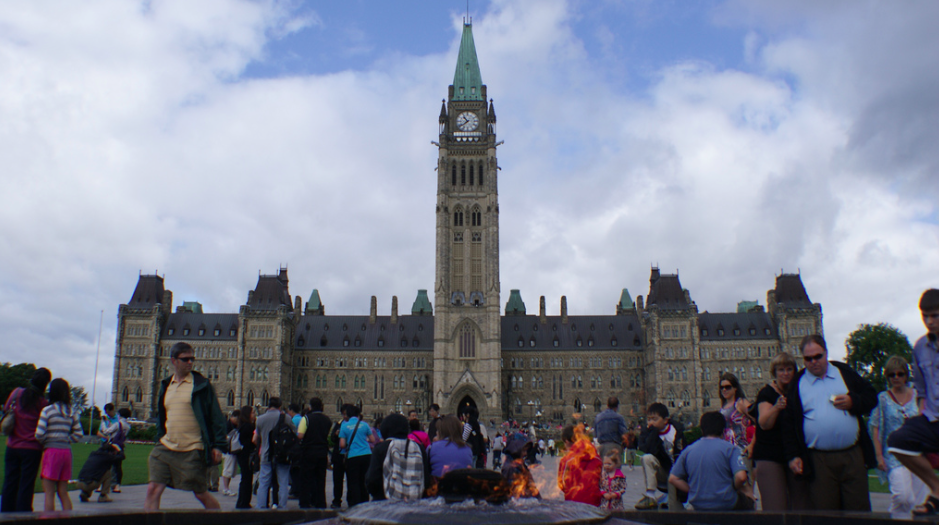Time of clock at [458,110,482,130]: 10:38
